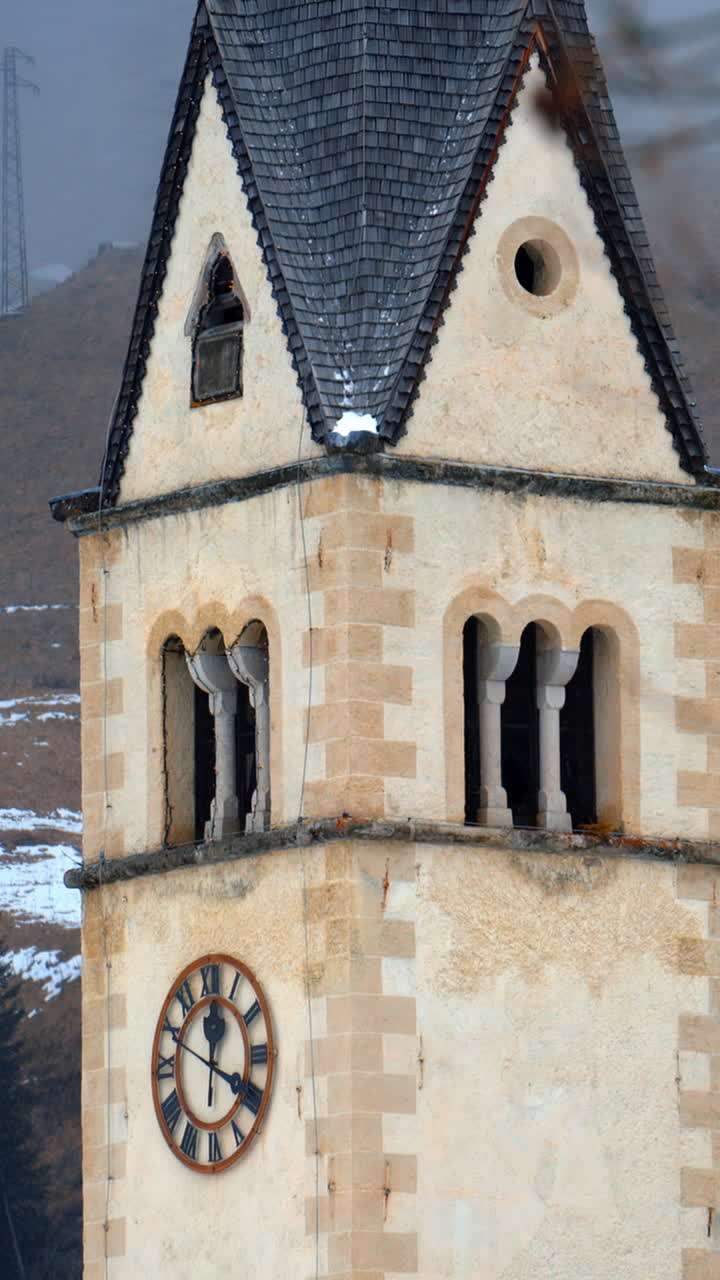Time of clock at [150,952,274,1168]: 12:19
